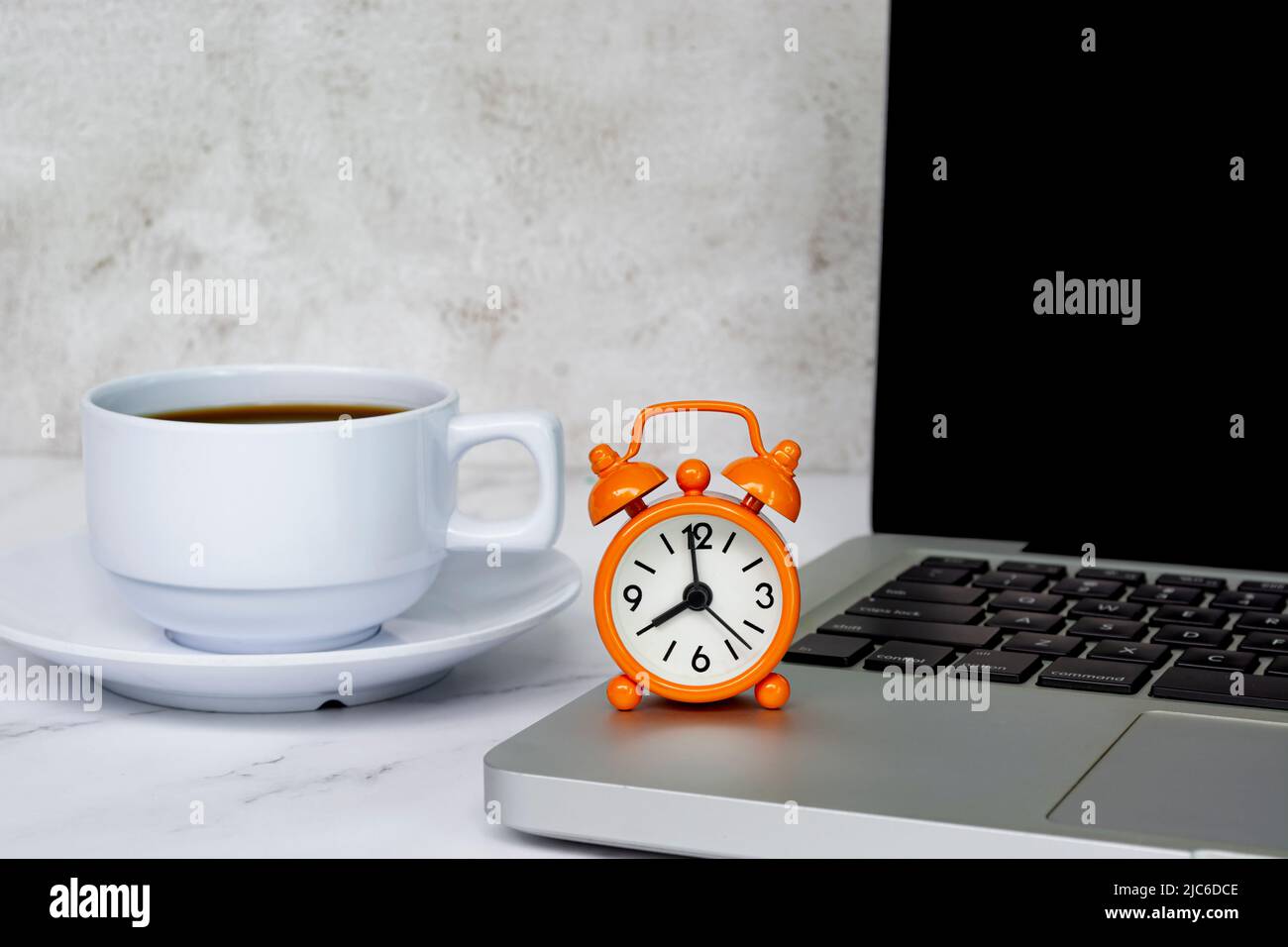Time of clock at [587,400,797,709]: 7:59
